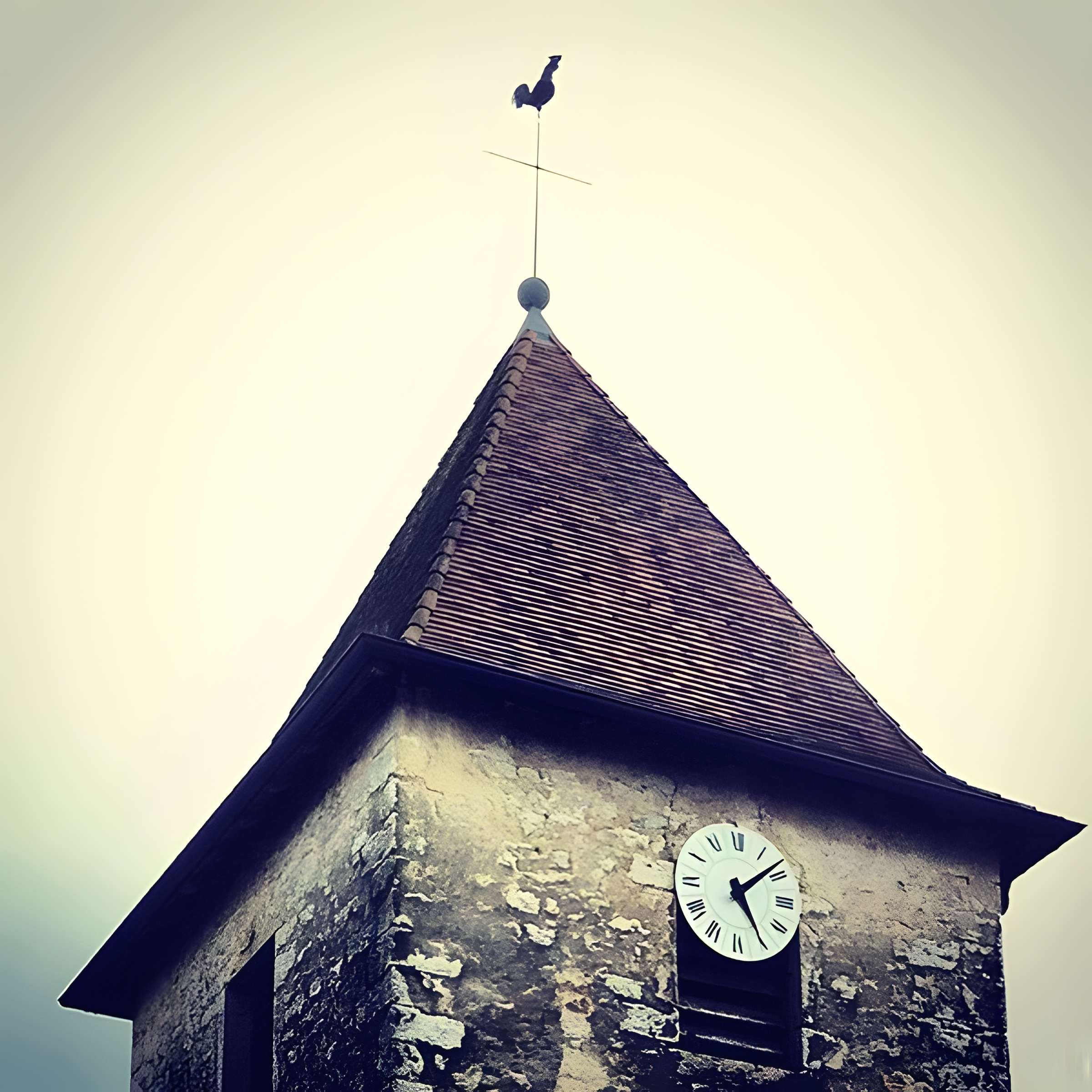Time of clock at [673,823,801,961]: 5:08
